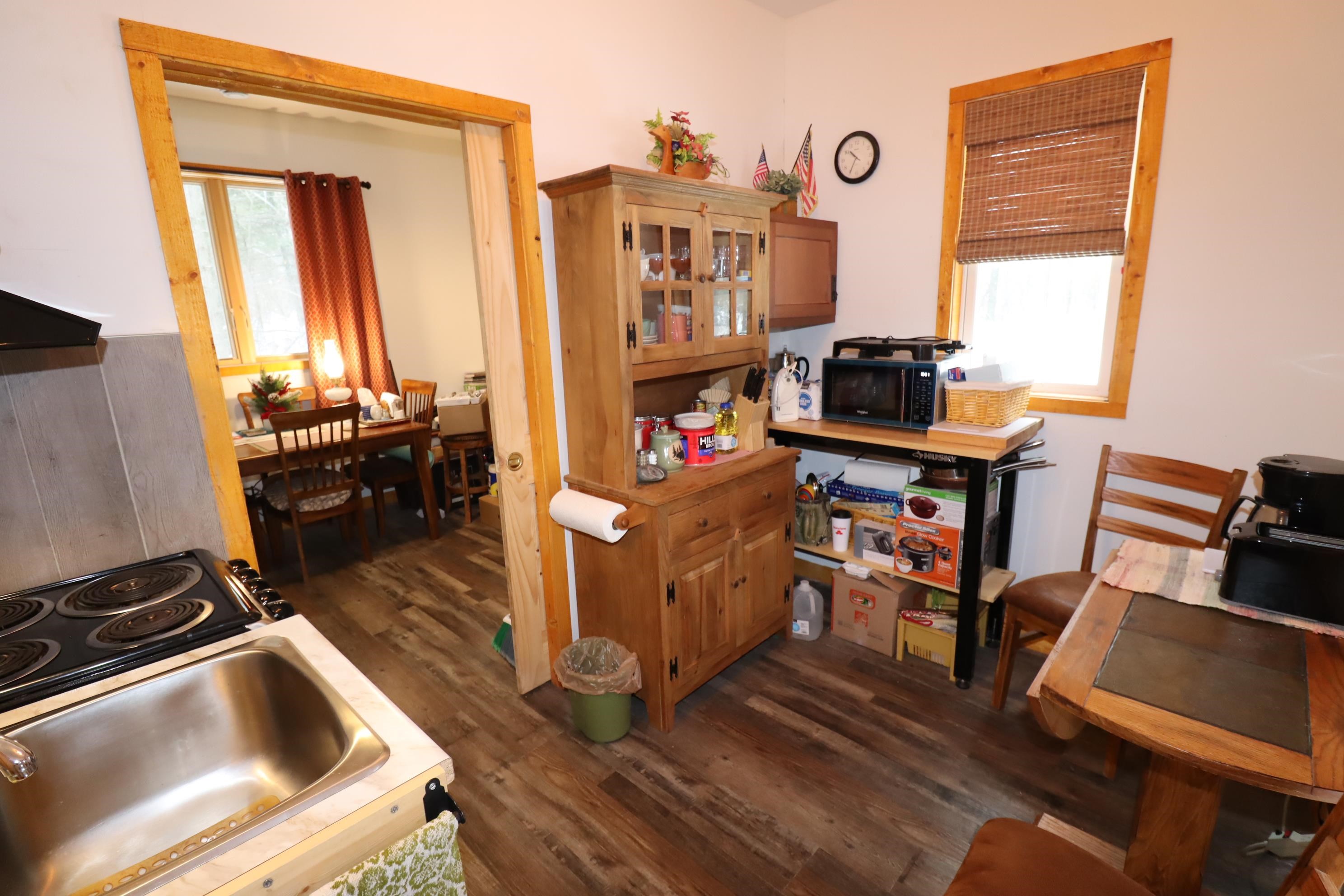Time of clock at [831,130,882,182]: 10:34
